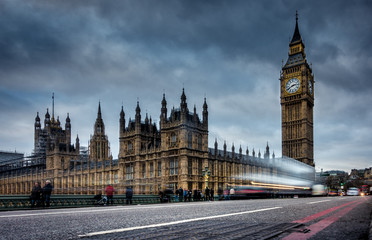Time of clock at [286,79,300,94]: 2:40
